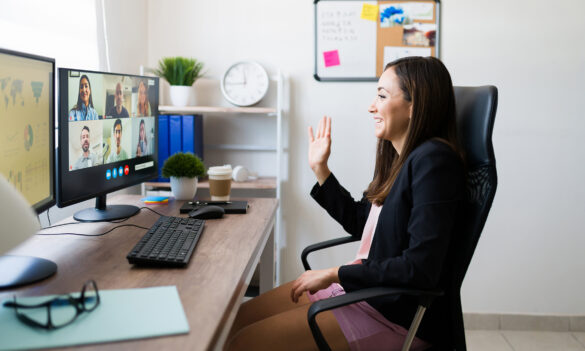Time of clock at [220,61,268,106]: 11:44
